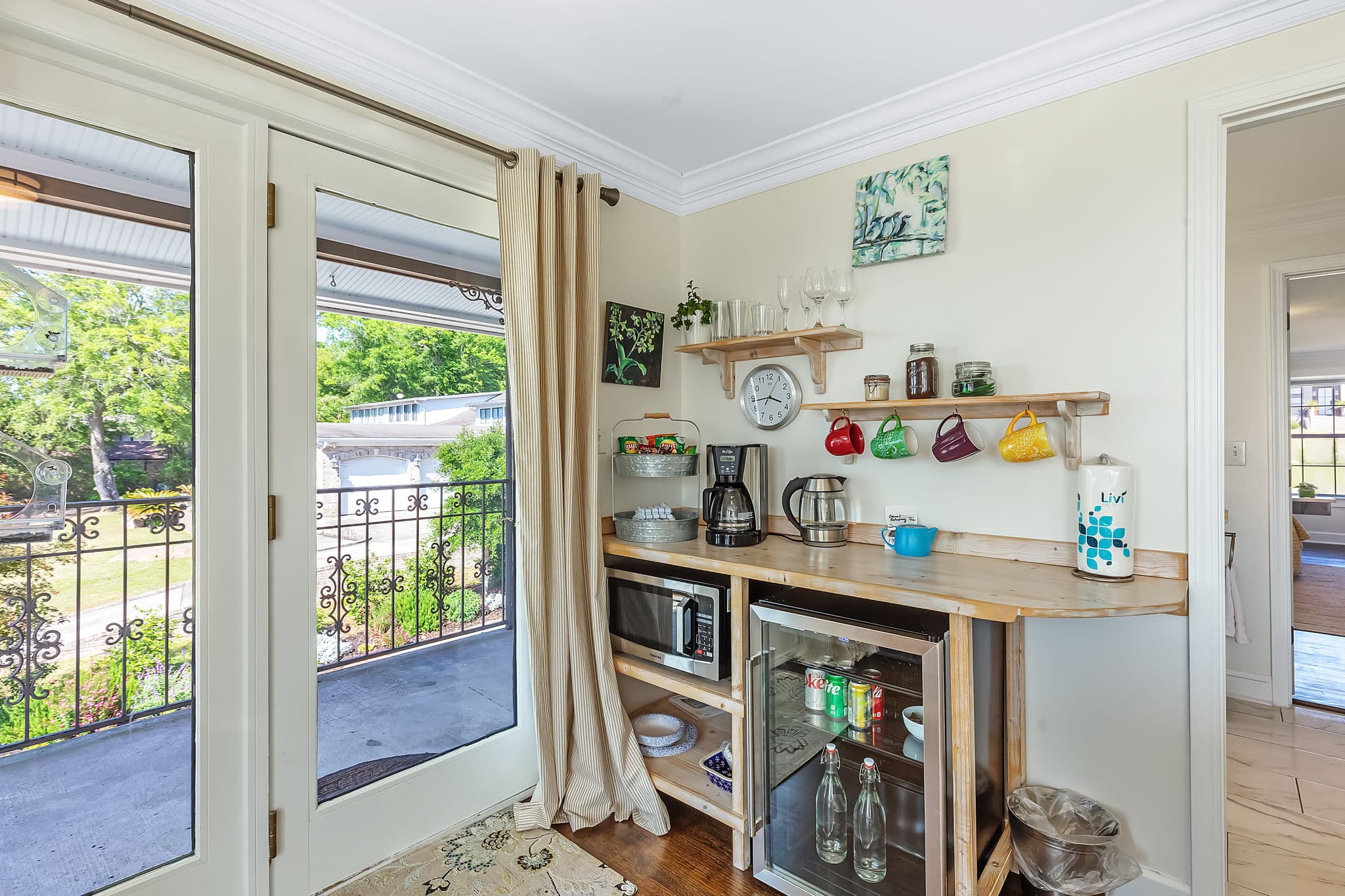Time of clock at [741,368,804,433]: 3:43
